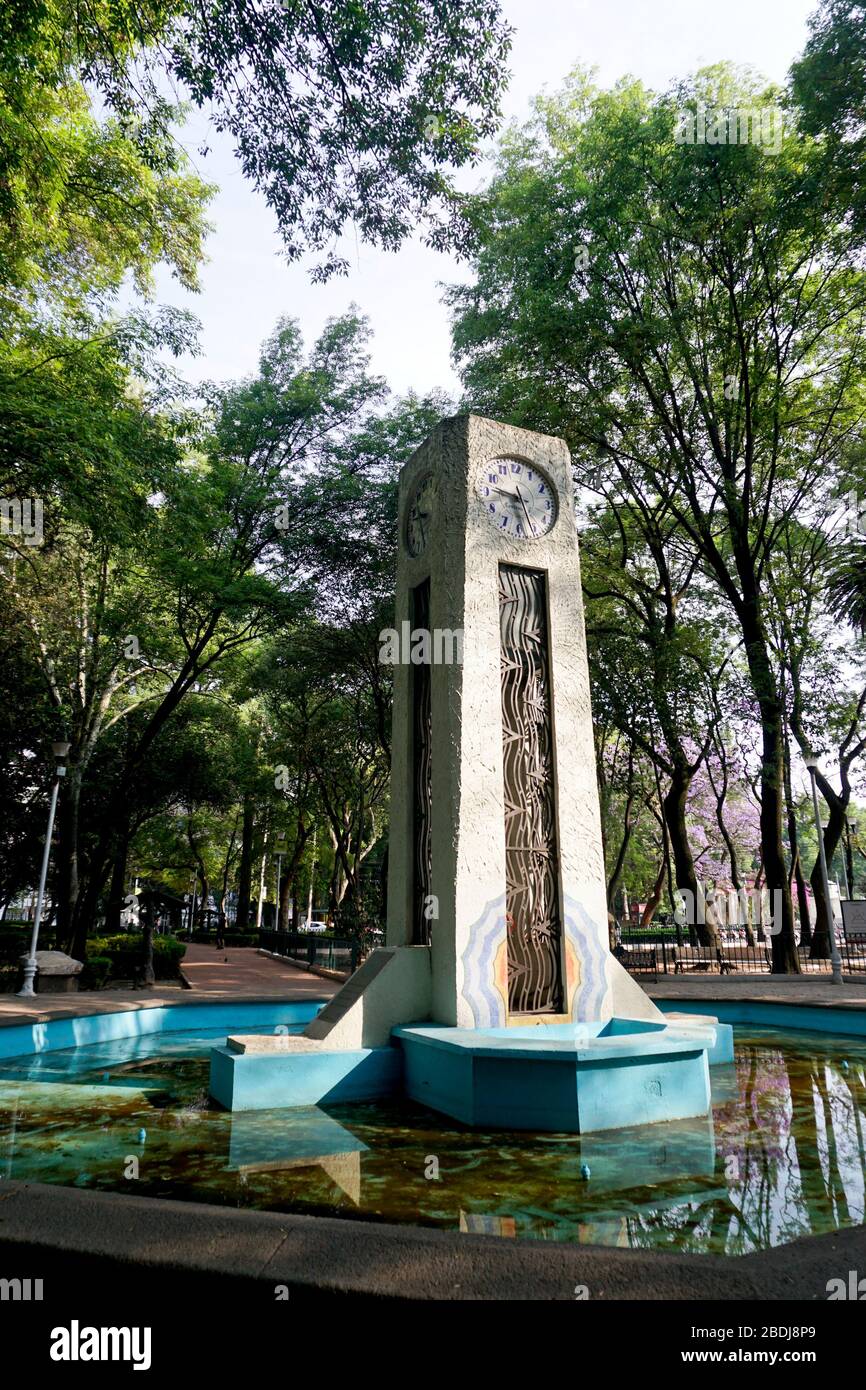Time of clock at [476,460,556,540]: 9:27
